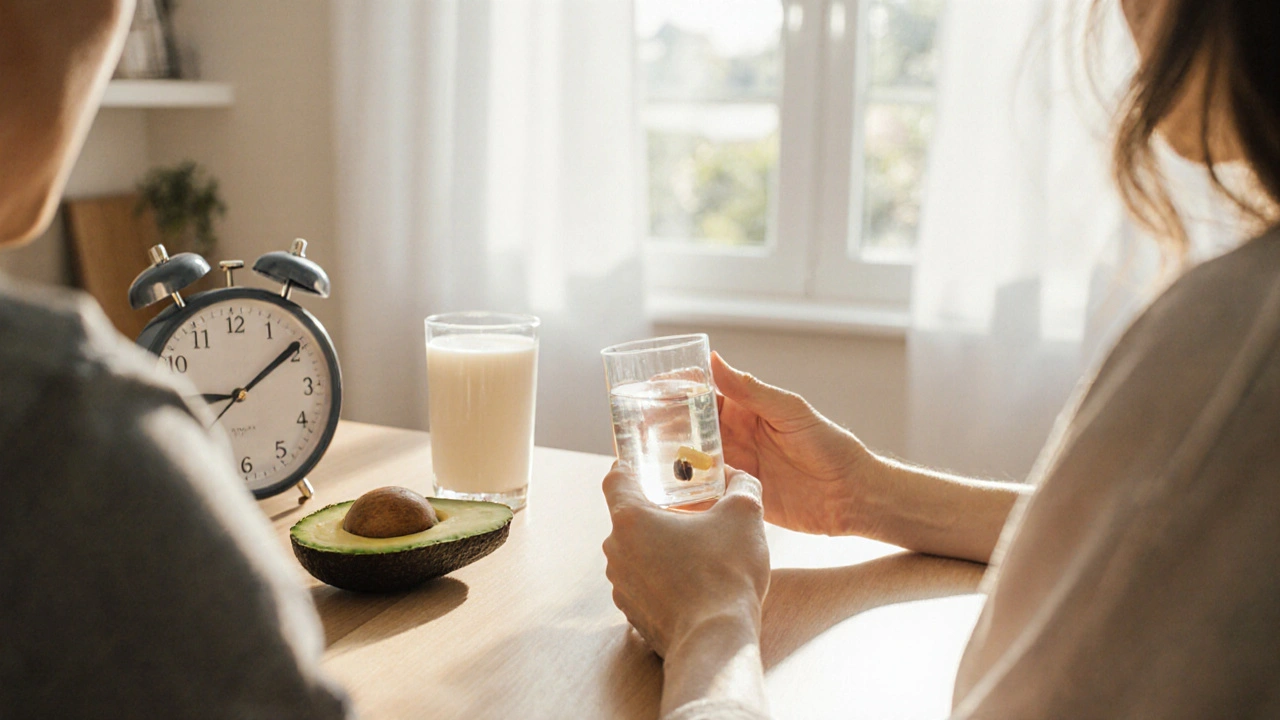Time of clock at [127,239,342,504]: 9:09
